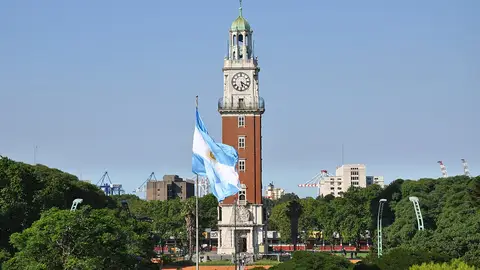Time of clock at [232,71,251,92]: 5:20
